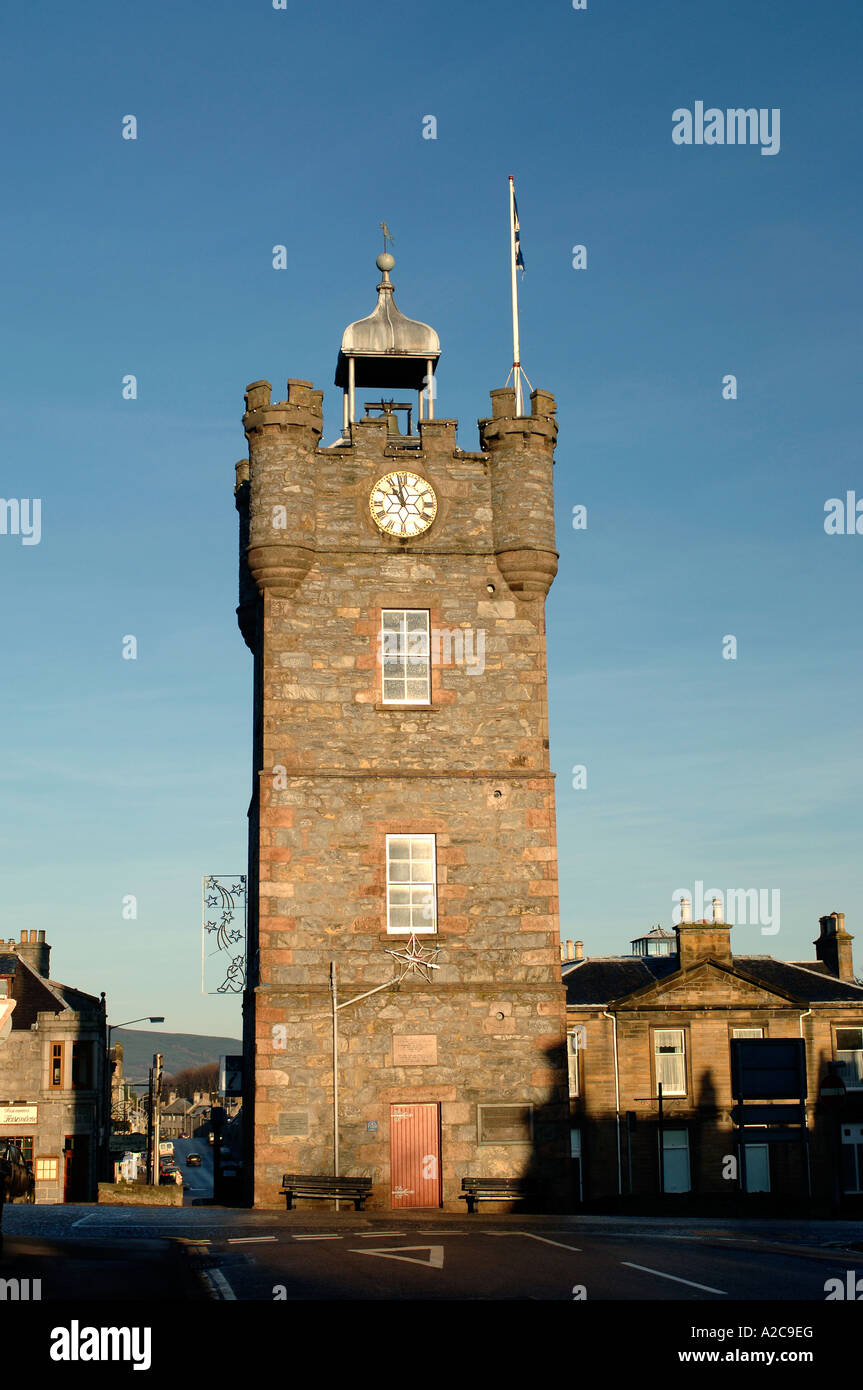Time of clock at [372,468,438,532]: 10:58
